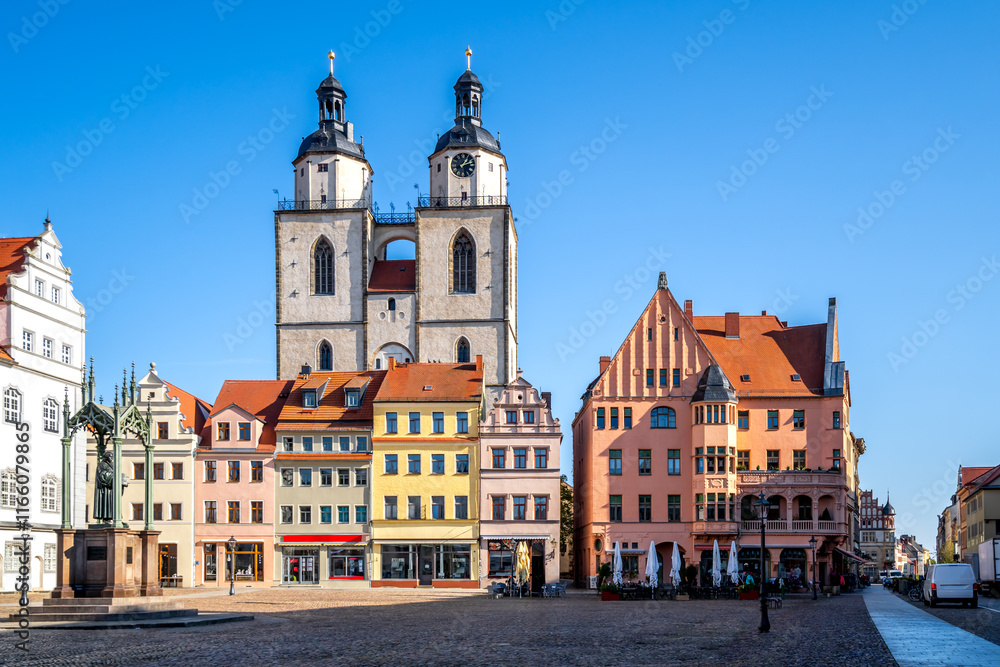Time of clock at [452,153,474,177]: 1:12
